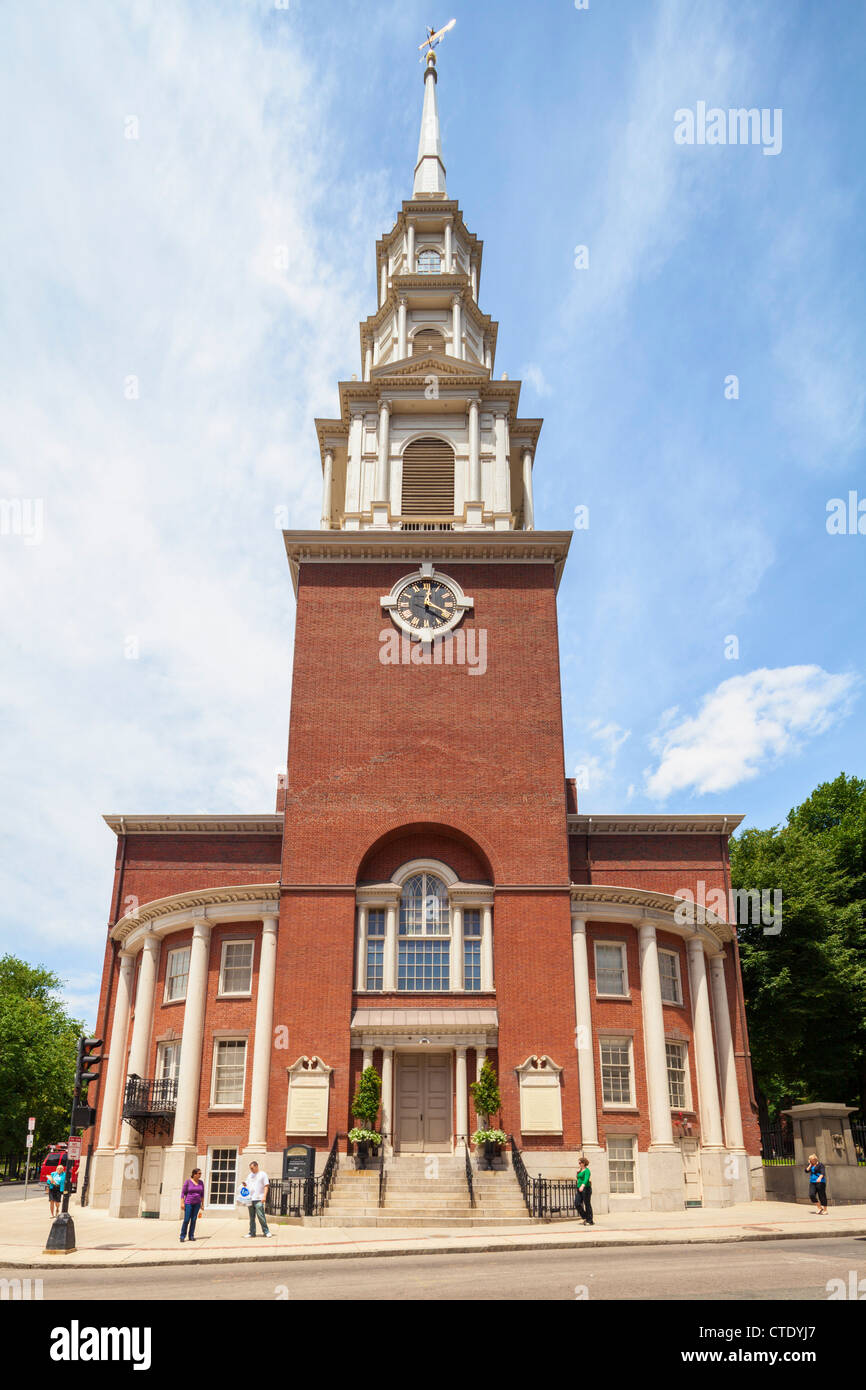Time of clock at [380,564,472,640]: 4:01
